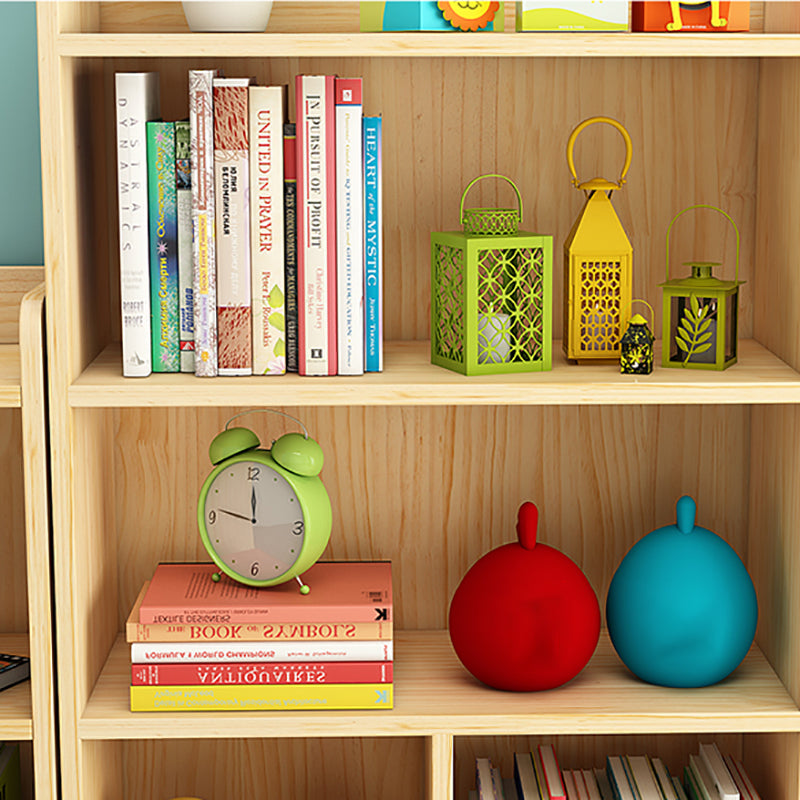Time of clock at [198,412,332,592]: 11:46
